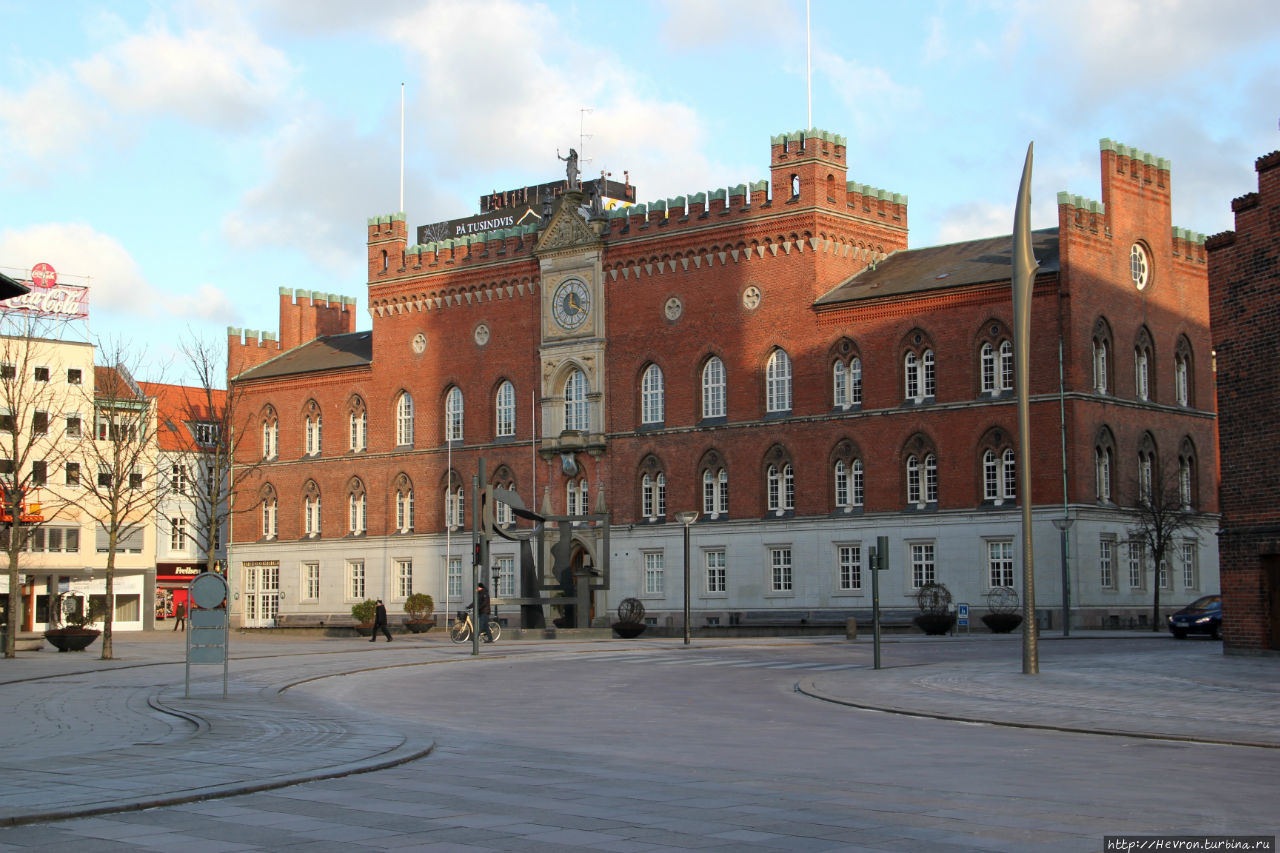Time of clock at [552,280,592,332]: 12:19
